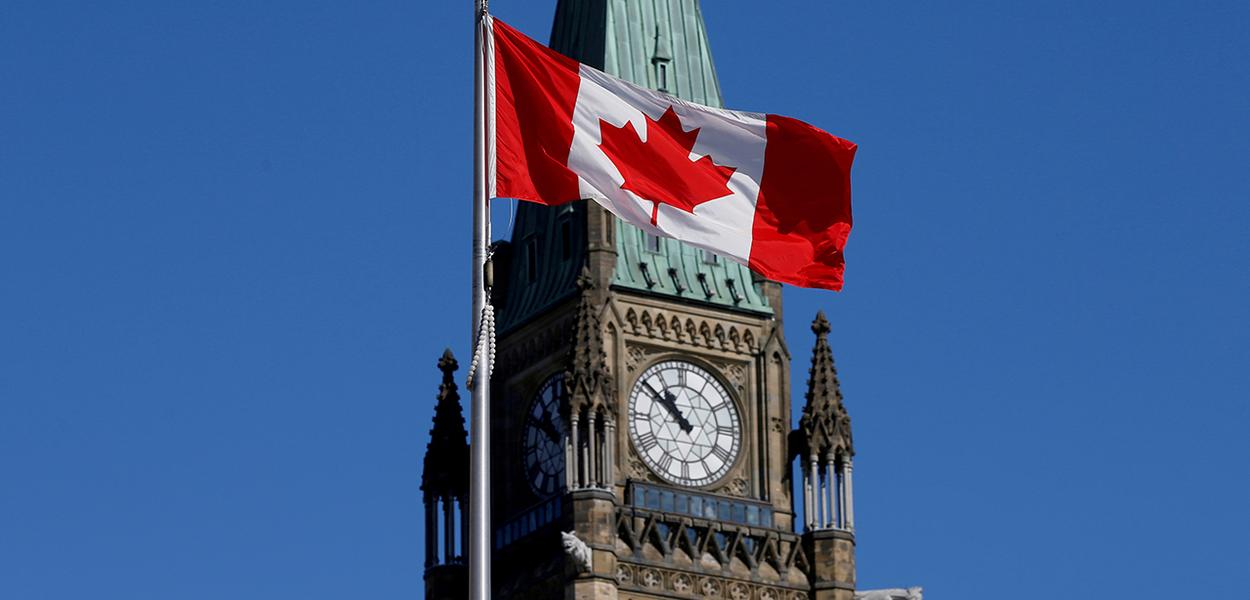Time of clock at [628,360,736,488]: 10:51
